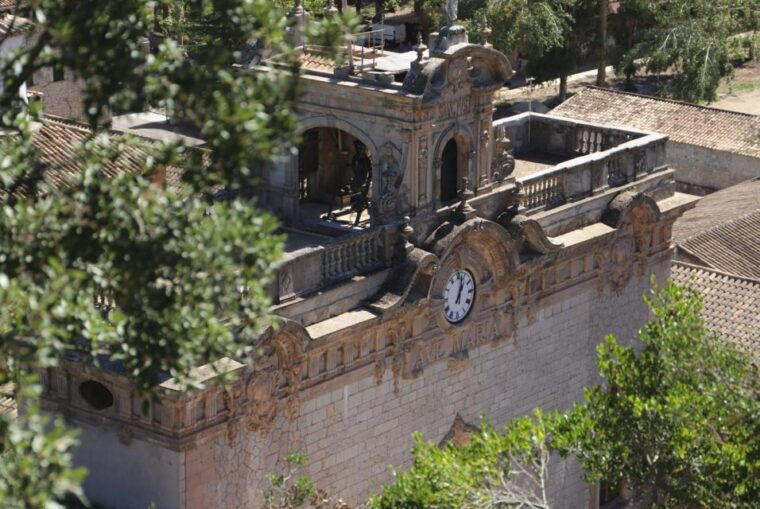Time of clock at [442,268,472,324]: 1:02
